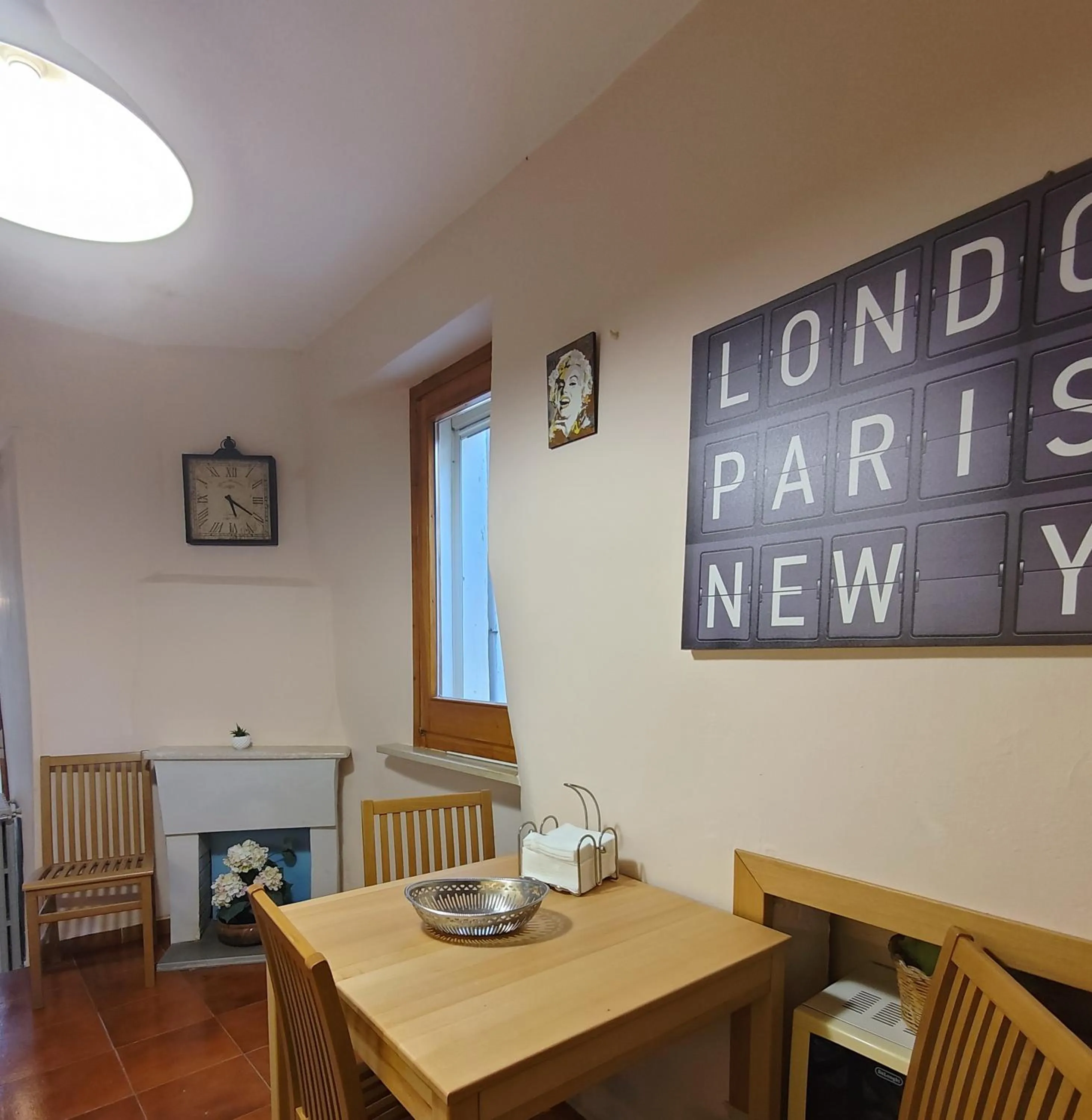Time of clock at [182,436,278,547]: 5:20
